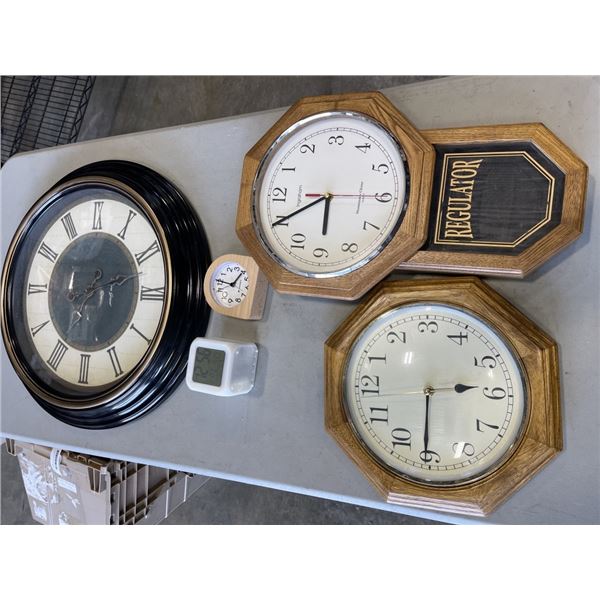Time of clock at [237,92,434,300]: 5:40
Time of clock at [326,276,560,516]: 2:30
